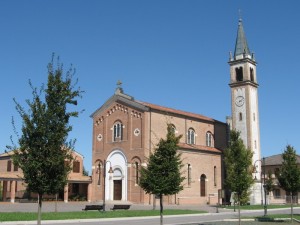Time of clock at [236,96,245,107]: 3:09
